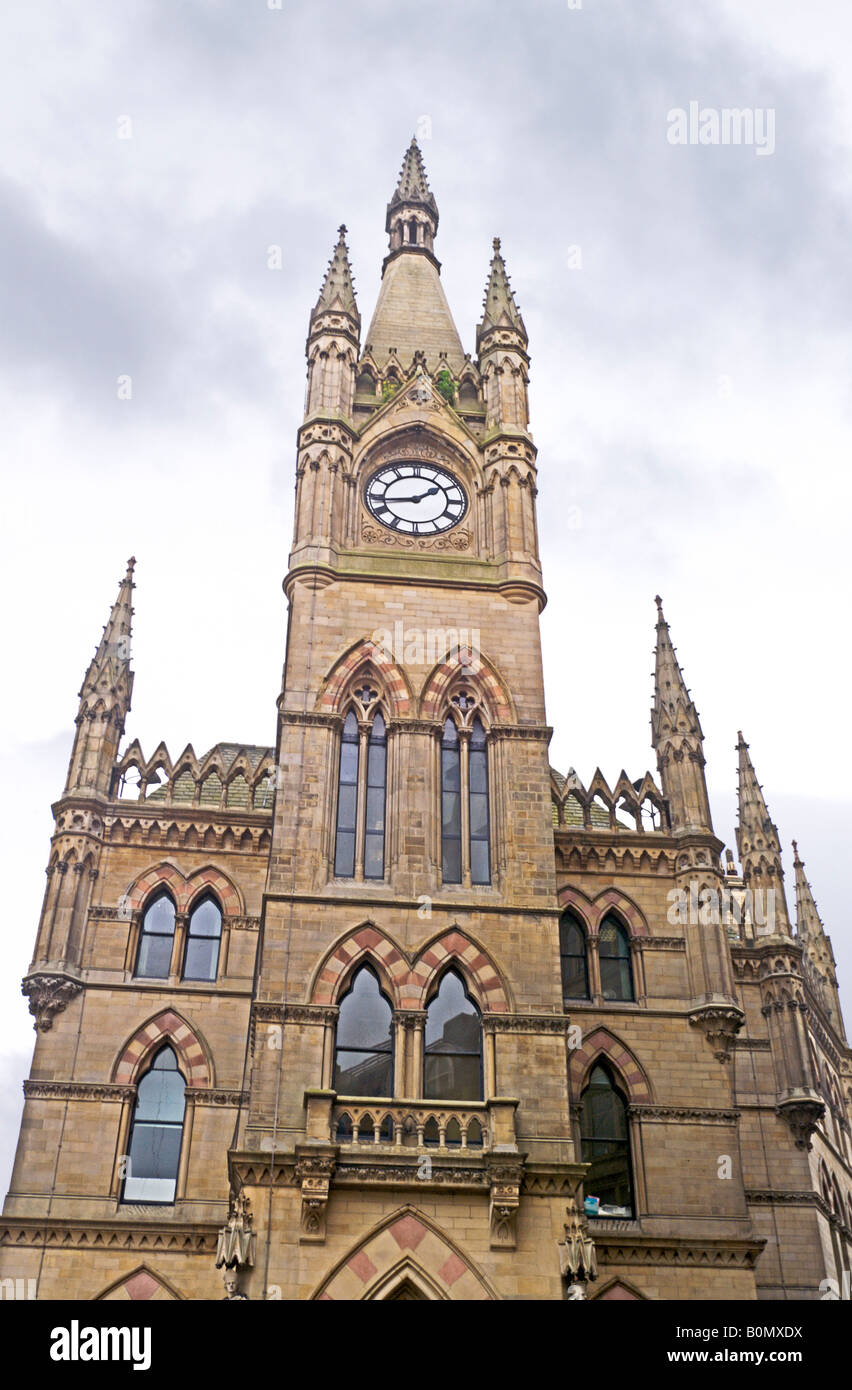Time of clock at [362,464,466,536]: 1:43
